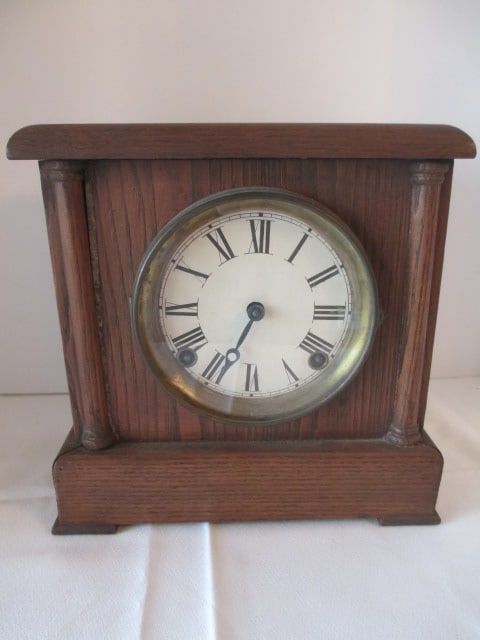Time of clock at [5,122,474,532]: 6:34
